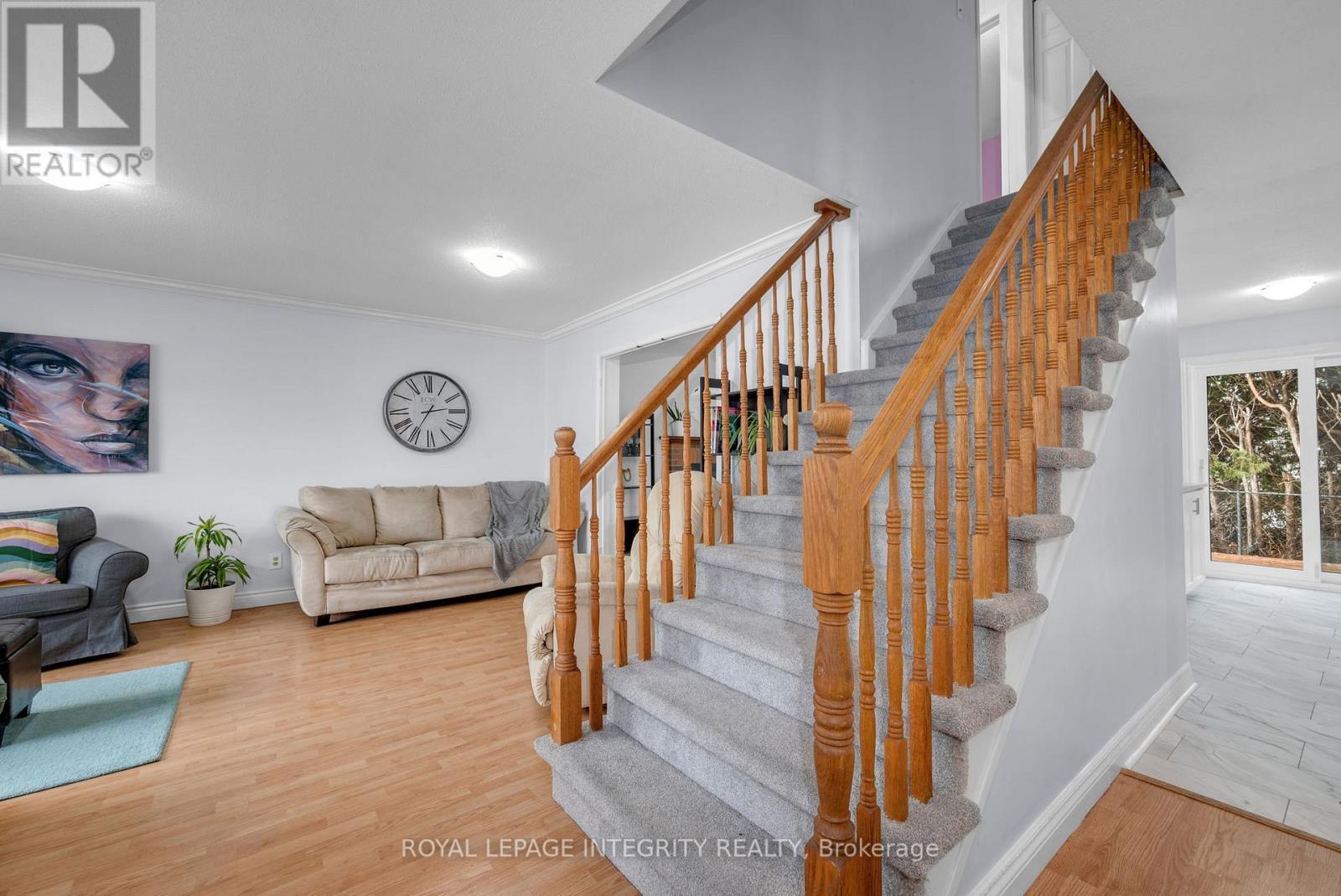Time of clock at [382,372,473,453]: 2:35
